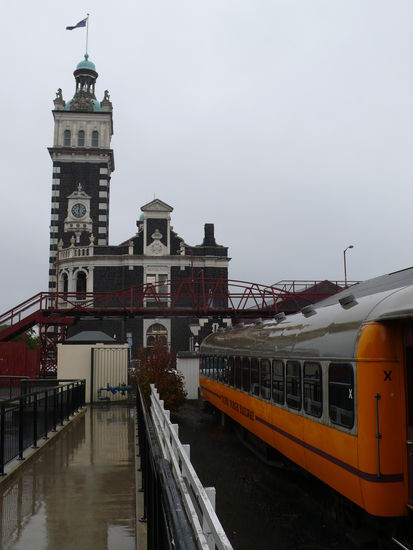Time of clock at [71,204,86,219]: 12:28
